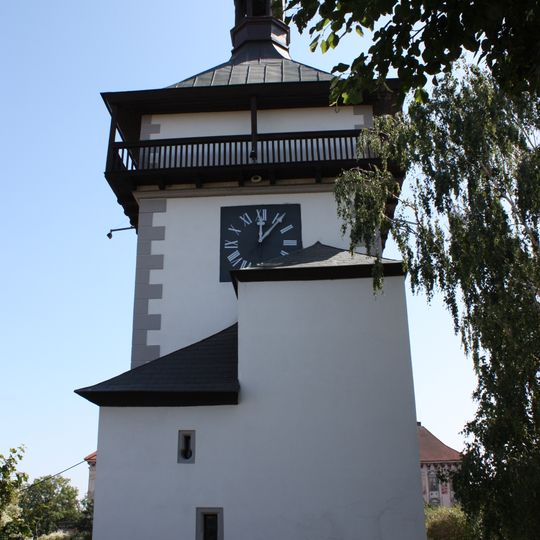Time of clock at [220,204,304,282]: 12:06
